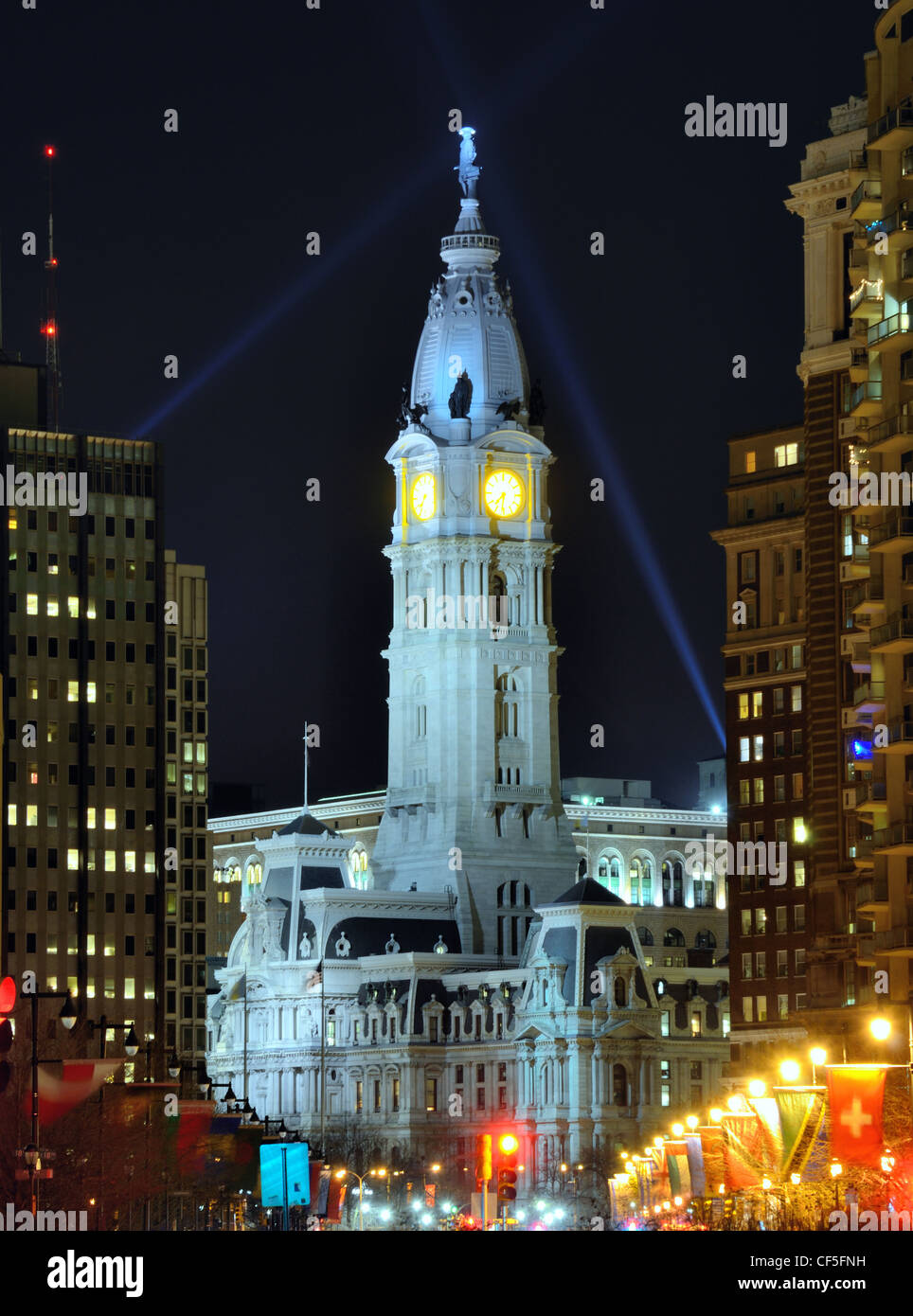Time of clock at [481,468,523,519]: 7:31
